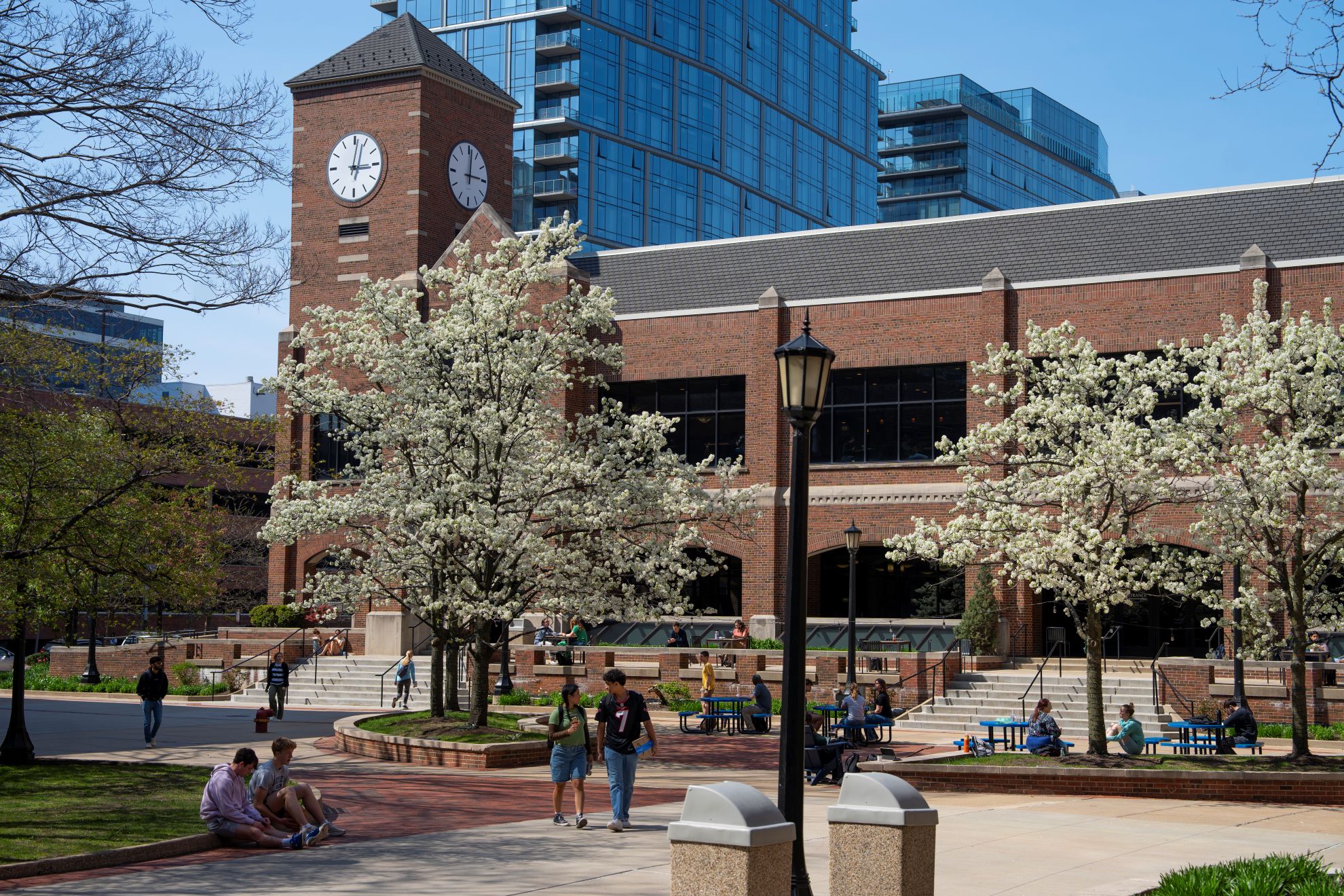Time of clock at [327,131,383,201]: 3:02
